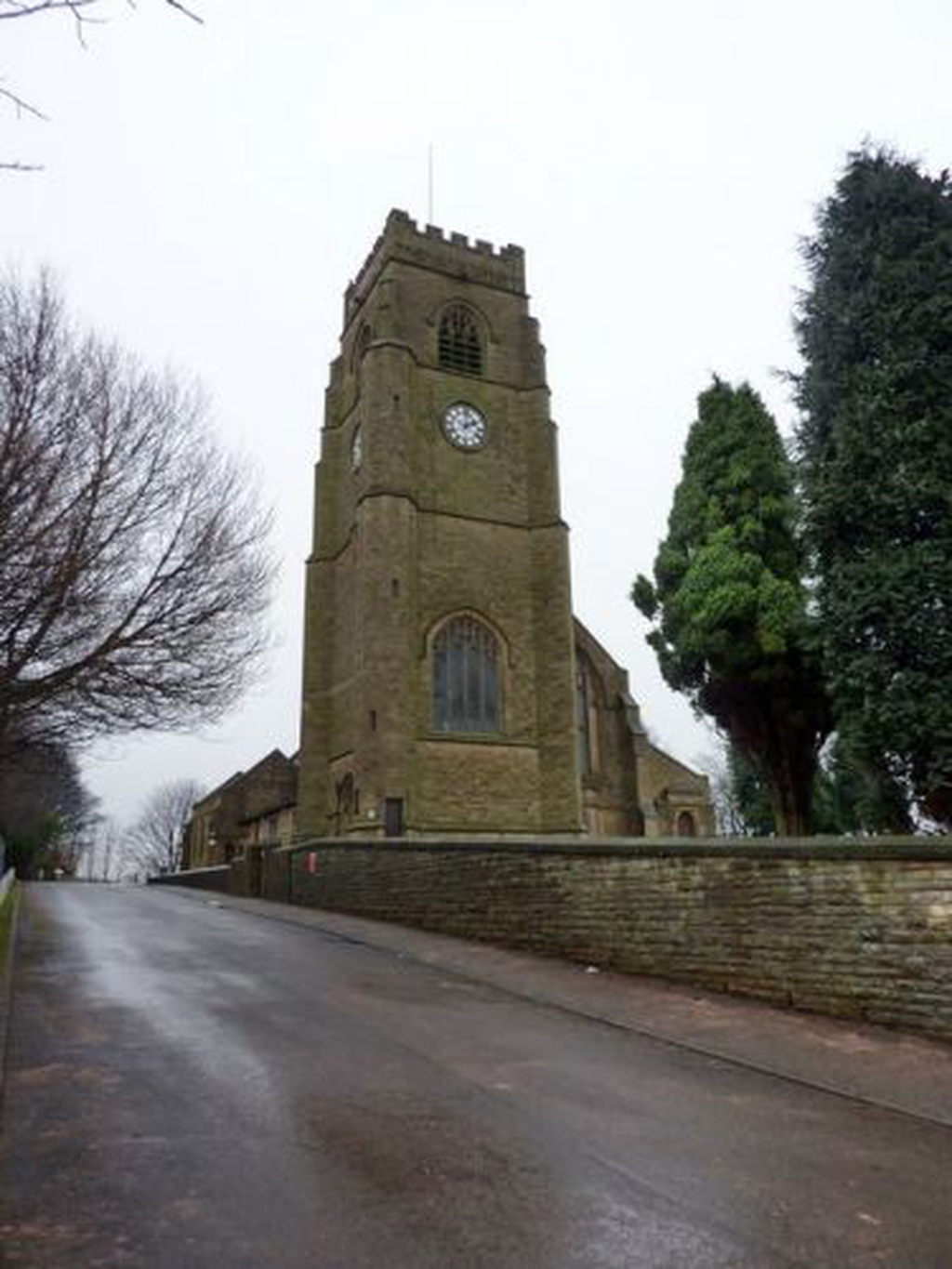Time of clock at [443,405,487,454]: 2:01
